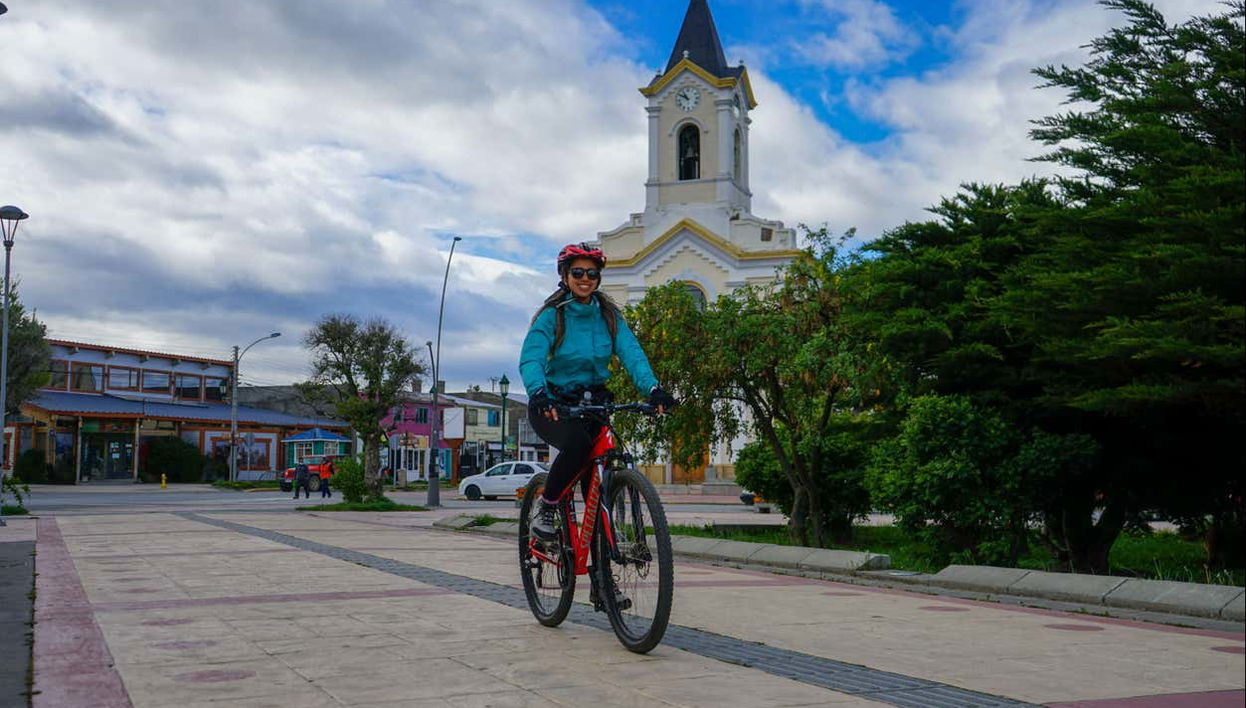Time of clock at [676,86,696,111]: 10:50
